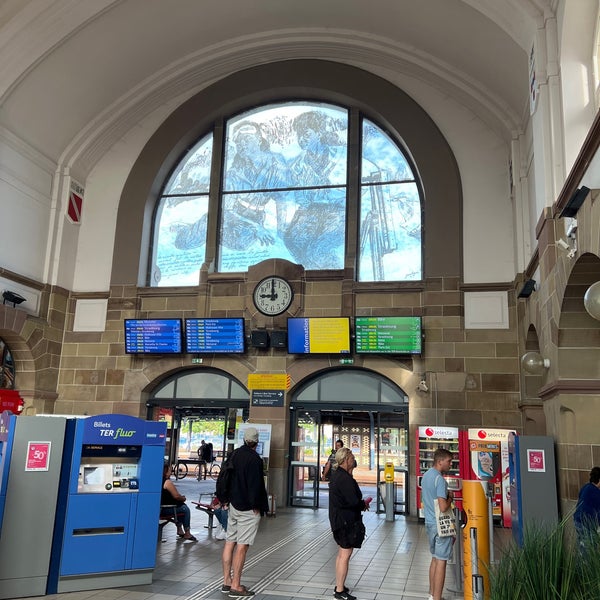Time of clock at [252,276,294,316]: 8:59
